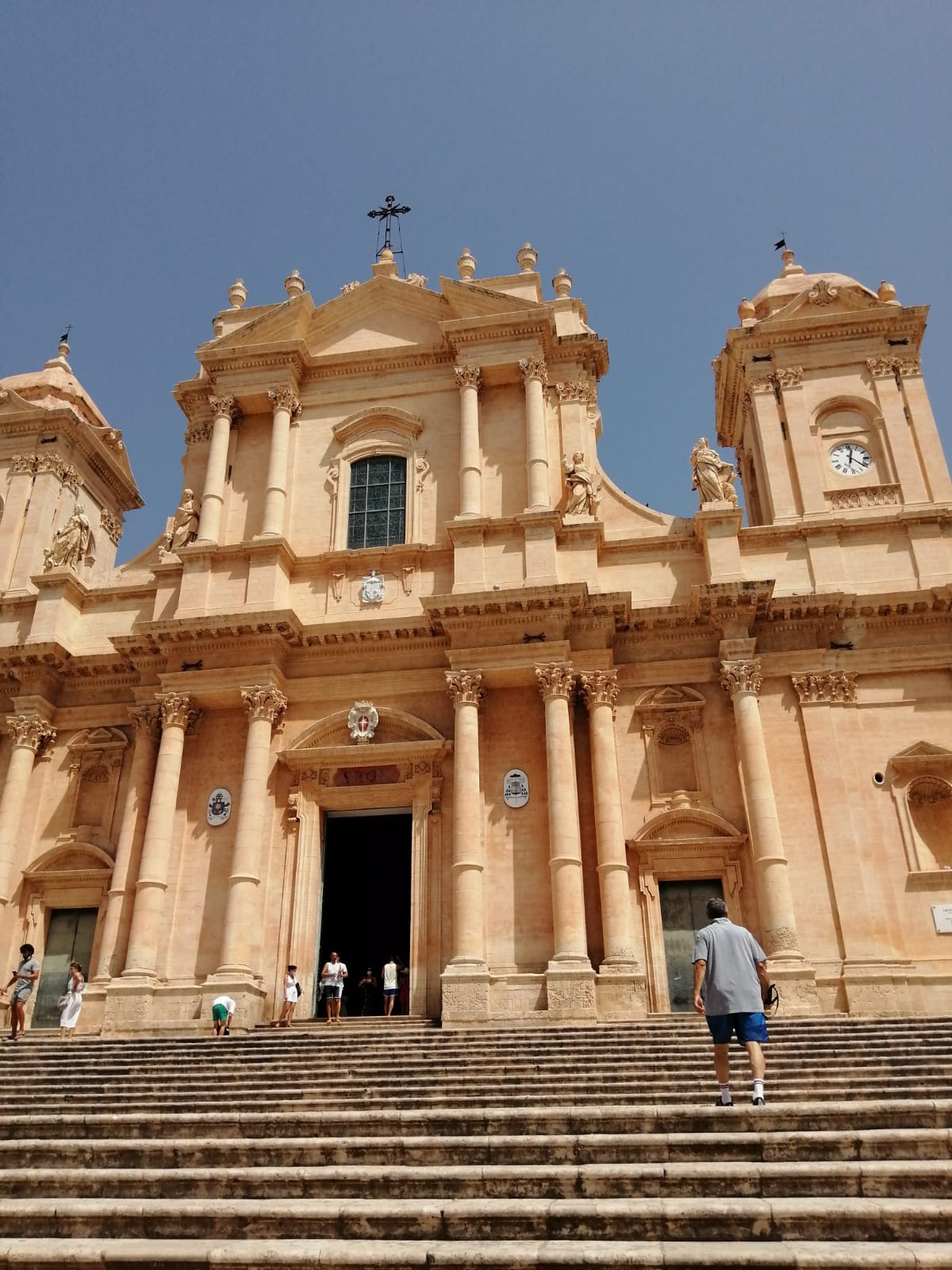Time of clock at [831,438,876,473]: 12:21
